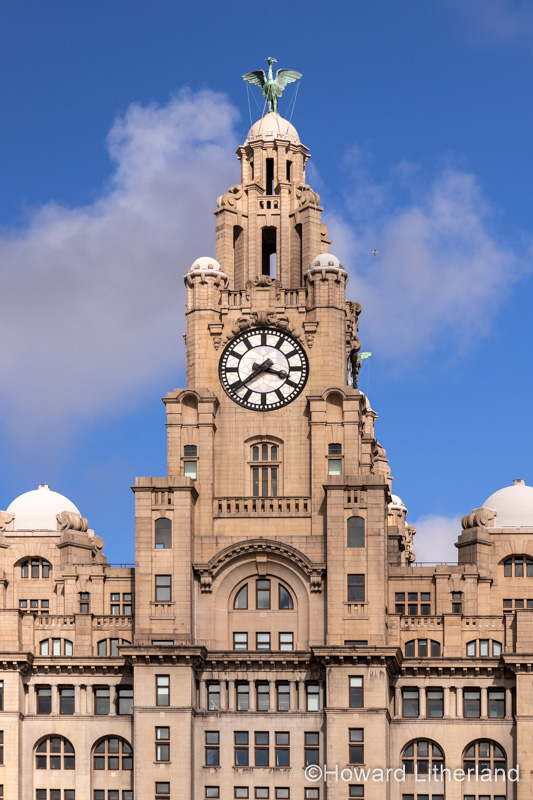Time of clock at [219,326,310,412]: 3:38
